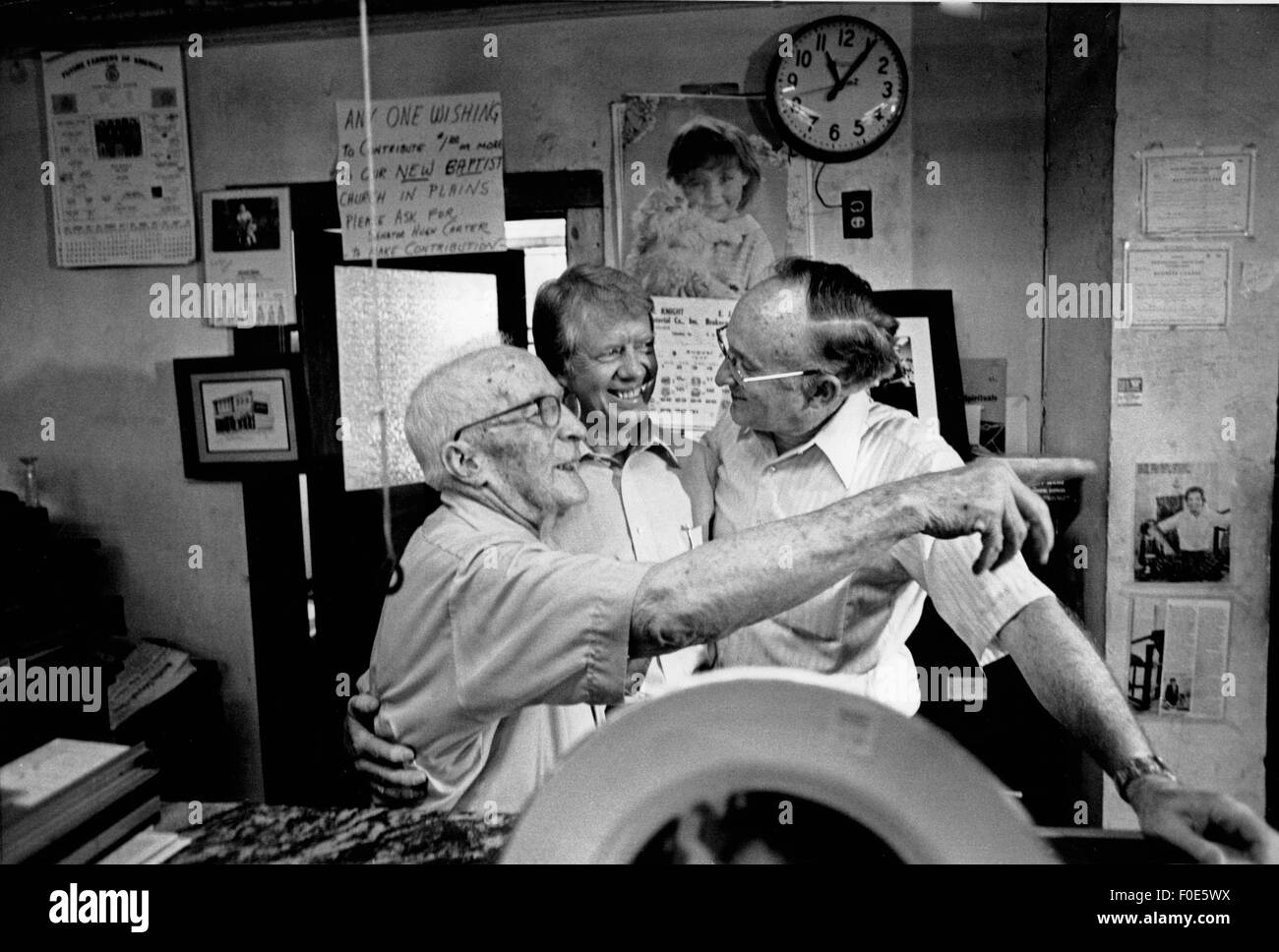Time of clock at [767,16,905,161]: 11:05
